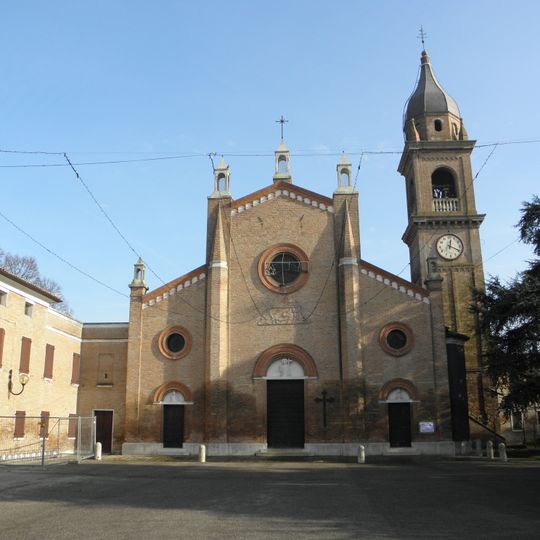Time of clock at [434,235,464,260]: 12:19
